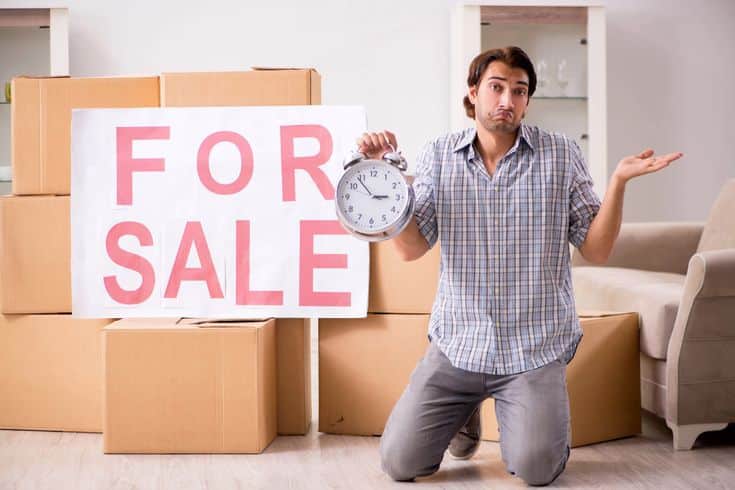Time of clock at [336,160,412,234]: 2:53
